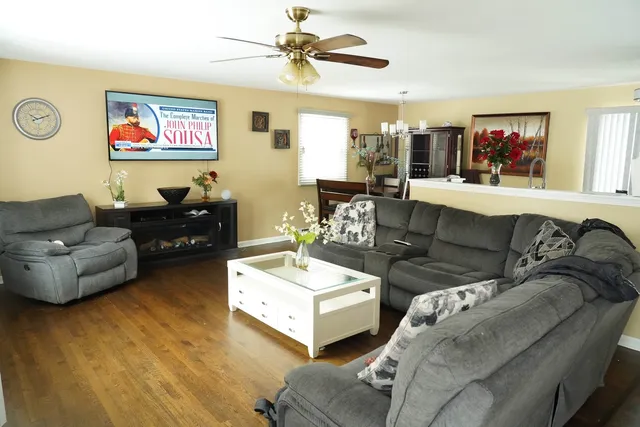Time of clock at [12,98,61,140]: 10:11
